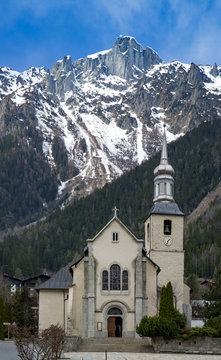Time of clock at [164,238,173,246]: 1:32
